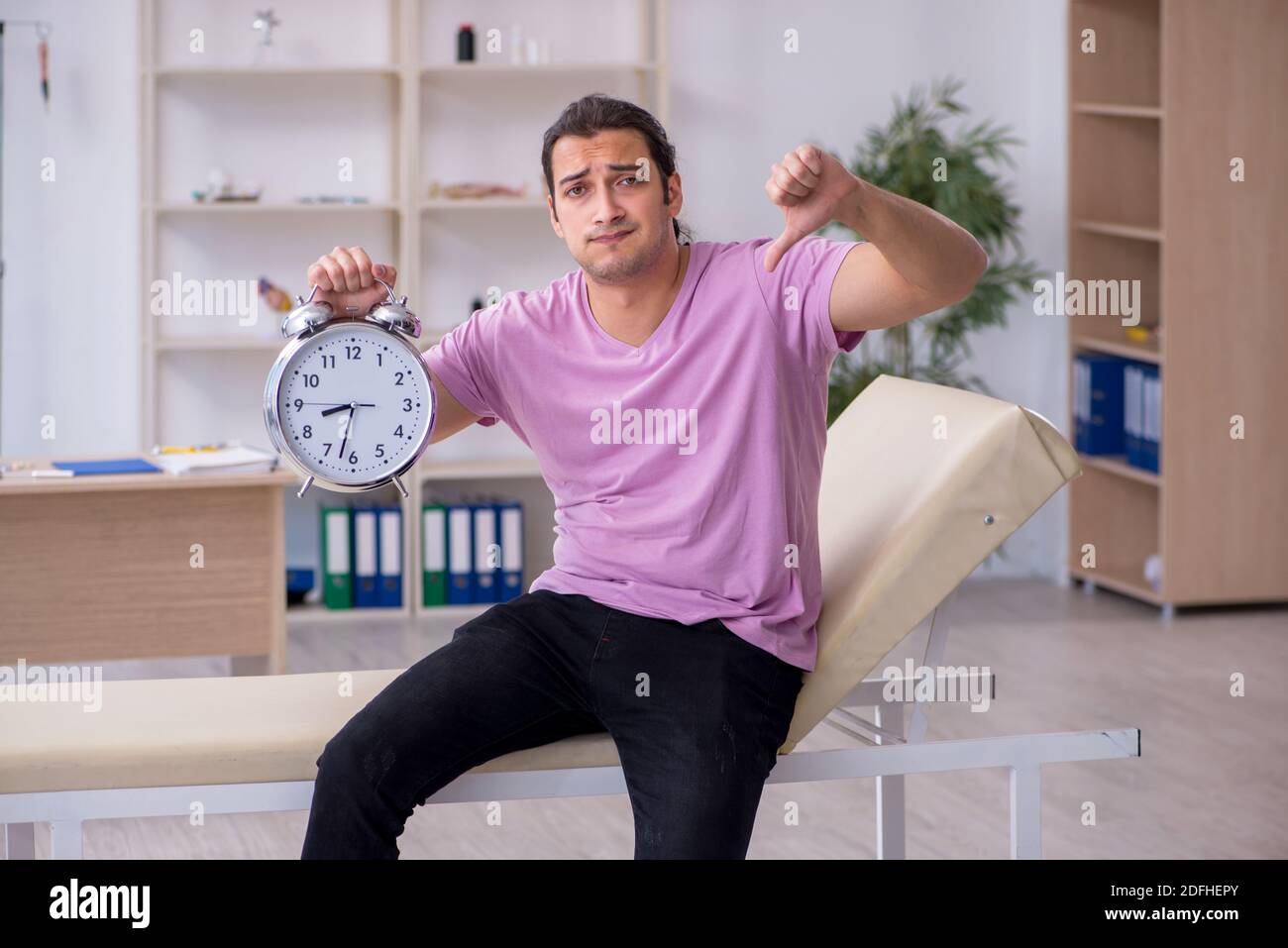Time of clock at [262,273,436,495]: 8:32
